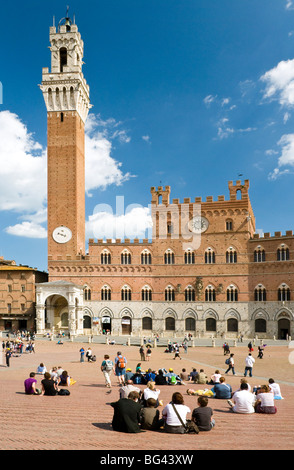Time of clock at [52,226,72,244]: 3:47
